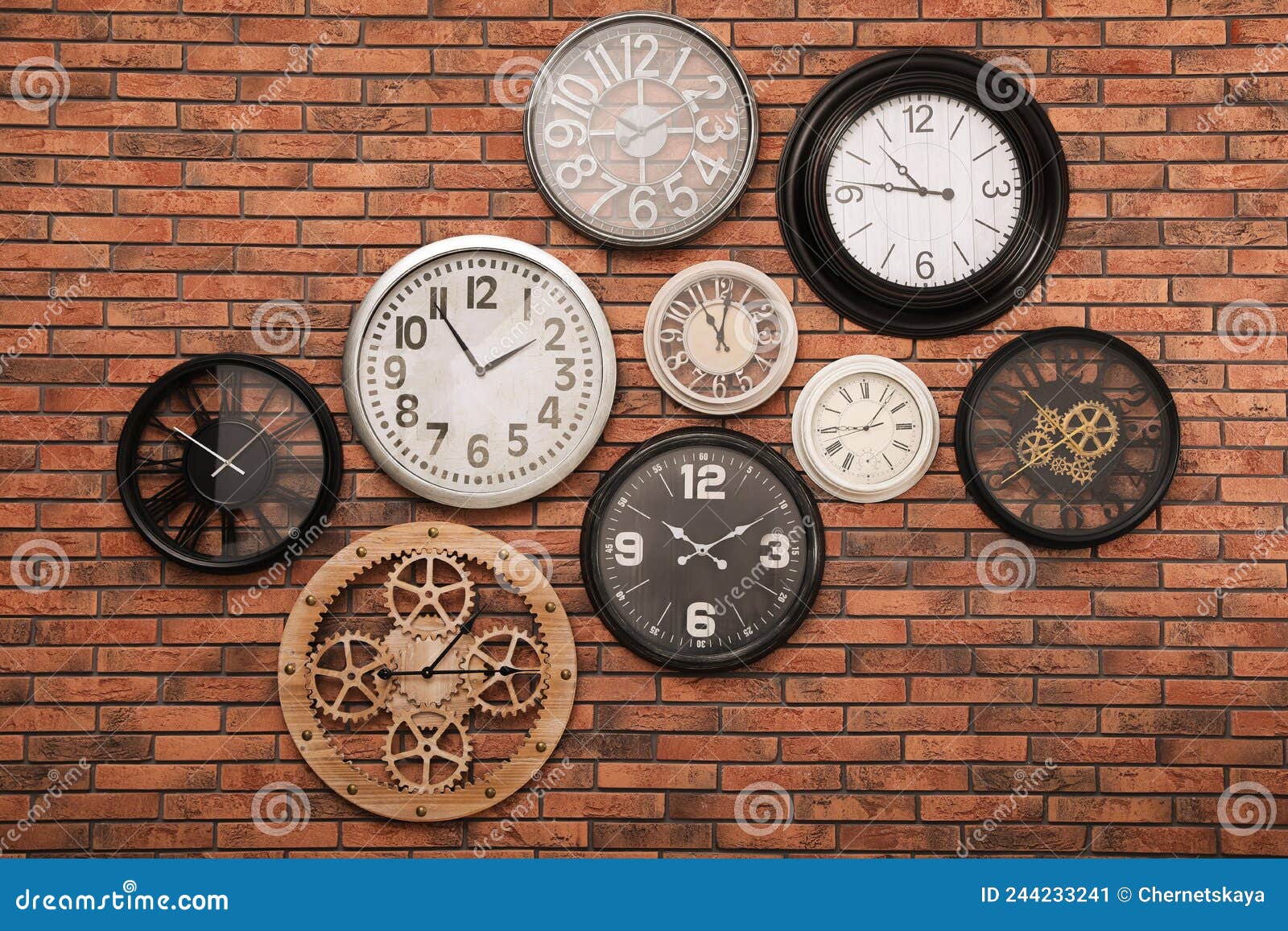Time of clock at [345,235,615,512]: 1:54
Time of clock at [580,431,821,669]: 10:10
